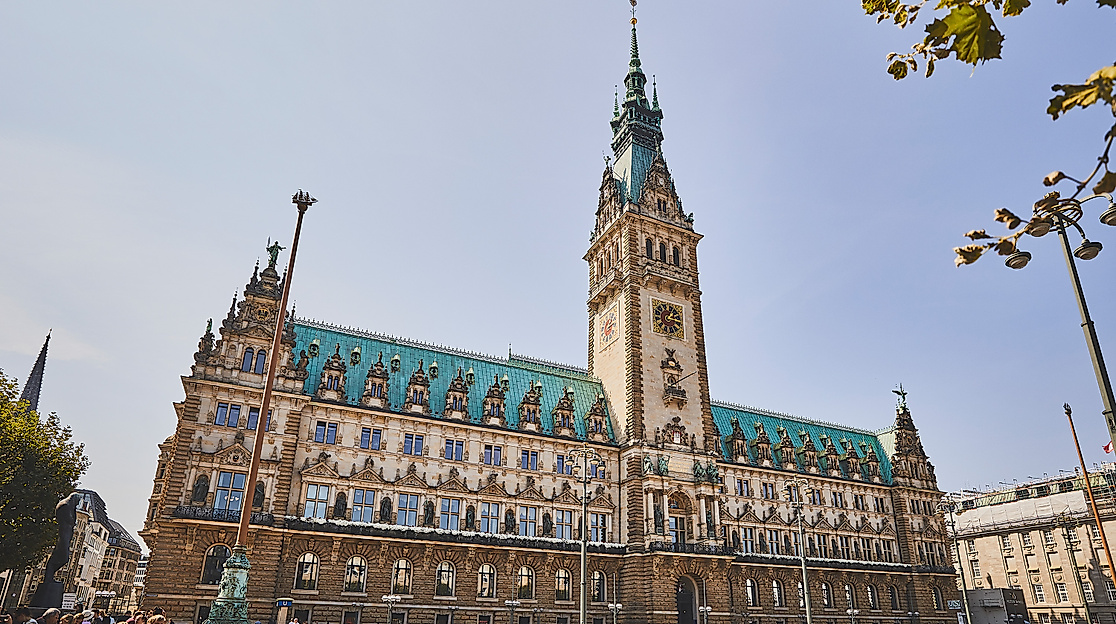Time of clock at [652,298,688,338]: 1:16
